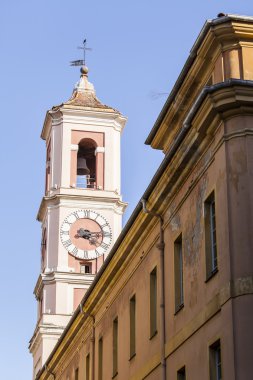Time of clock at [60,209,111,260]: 4:13
